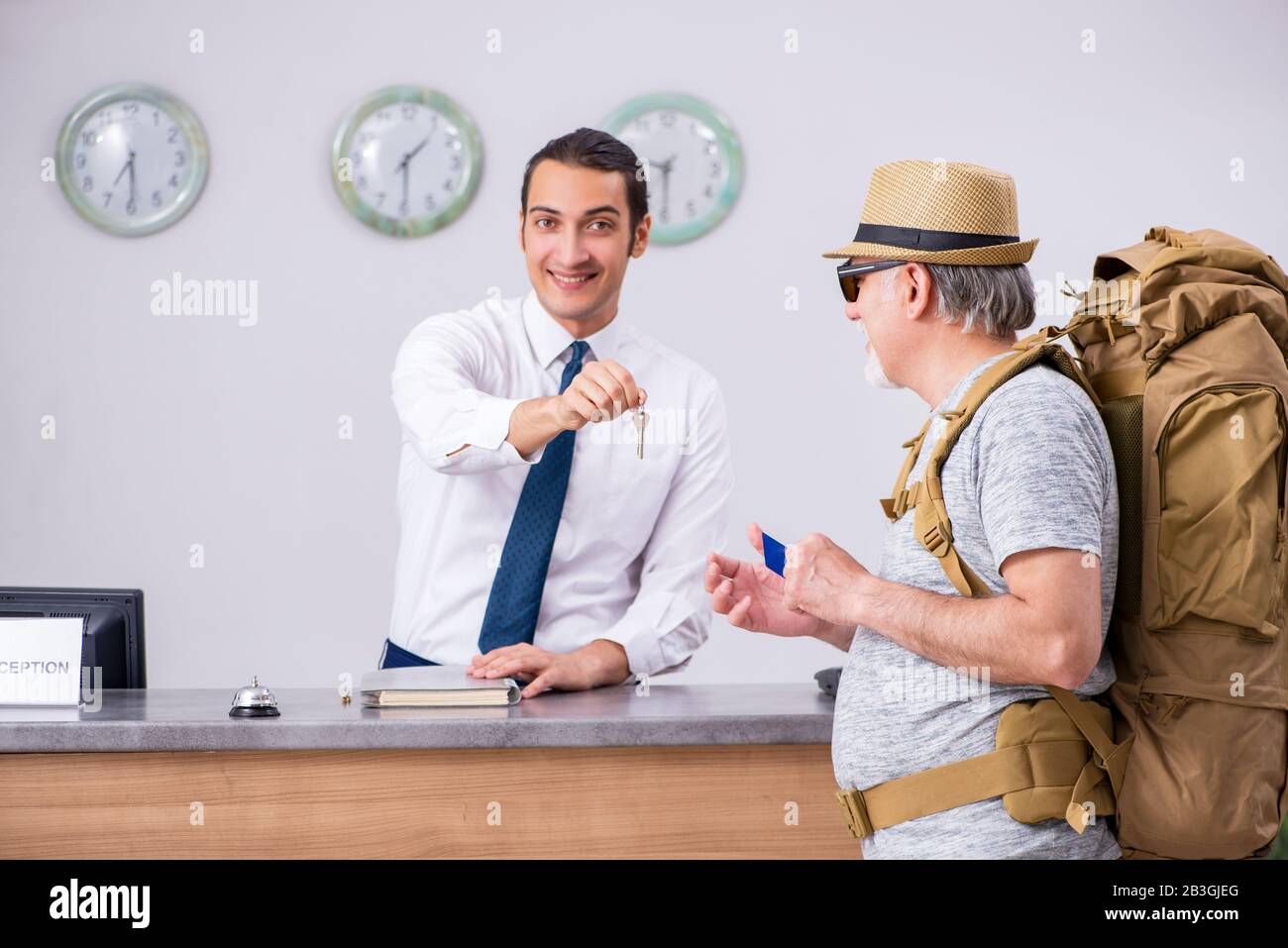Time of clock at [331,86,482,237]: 1:29
